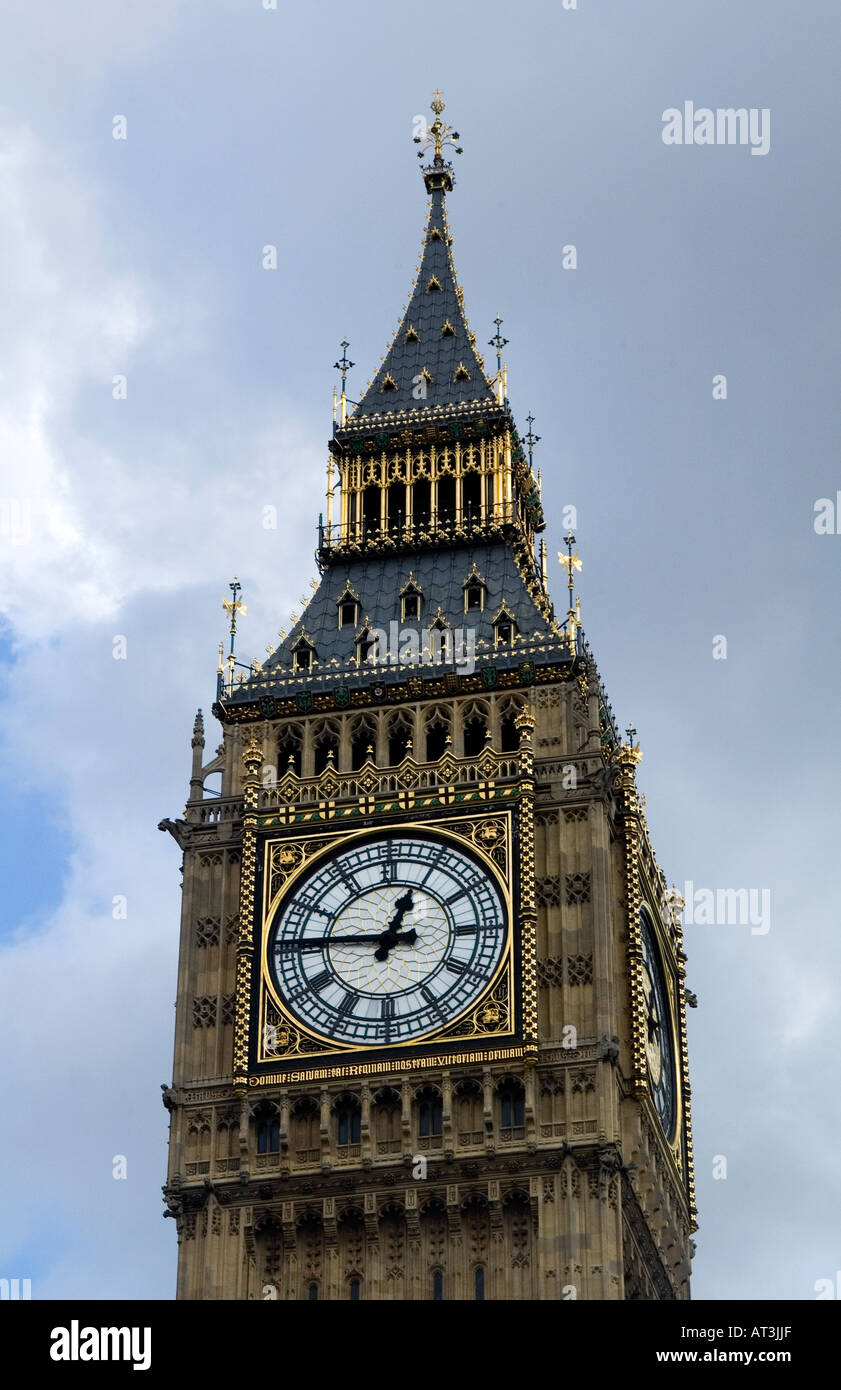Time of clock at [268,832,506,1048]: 12:46
